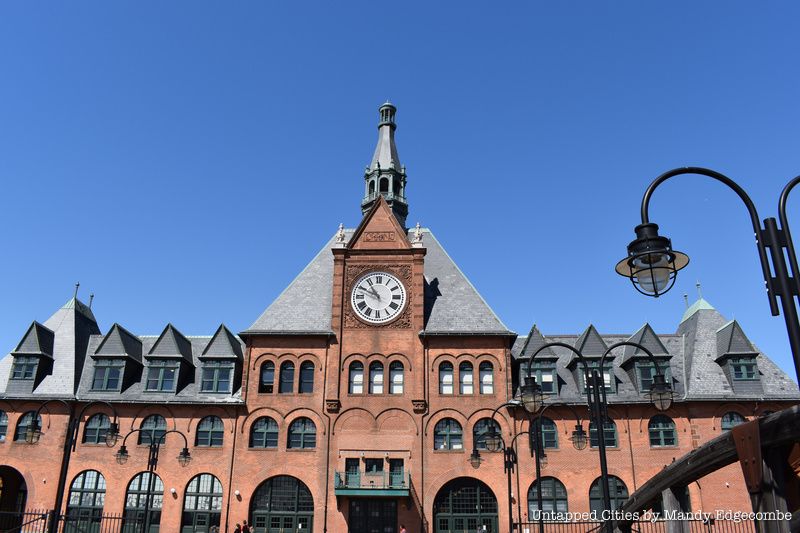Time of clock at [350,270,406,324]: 10:49
